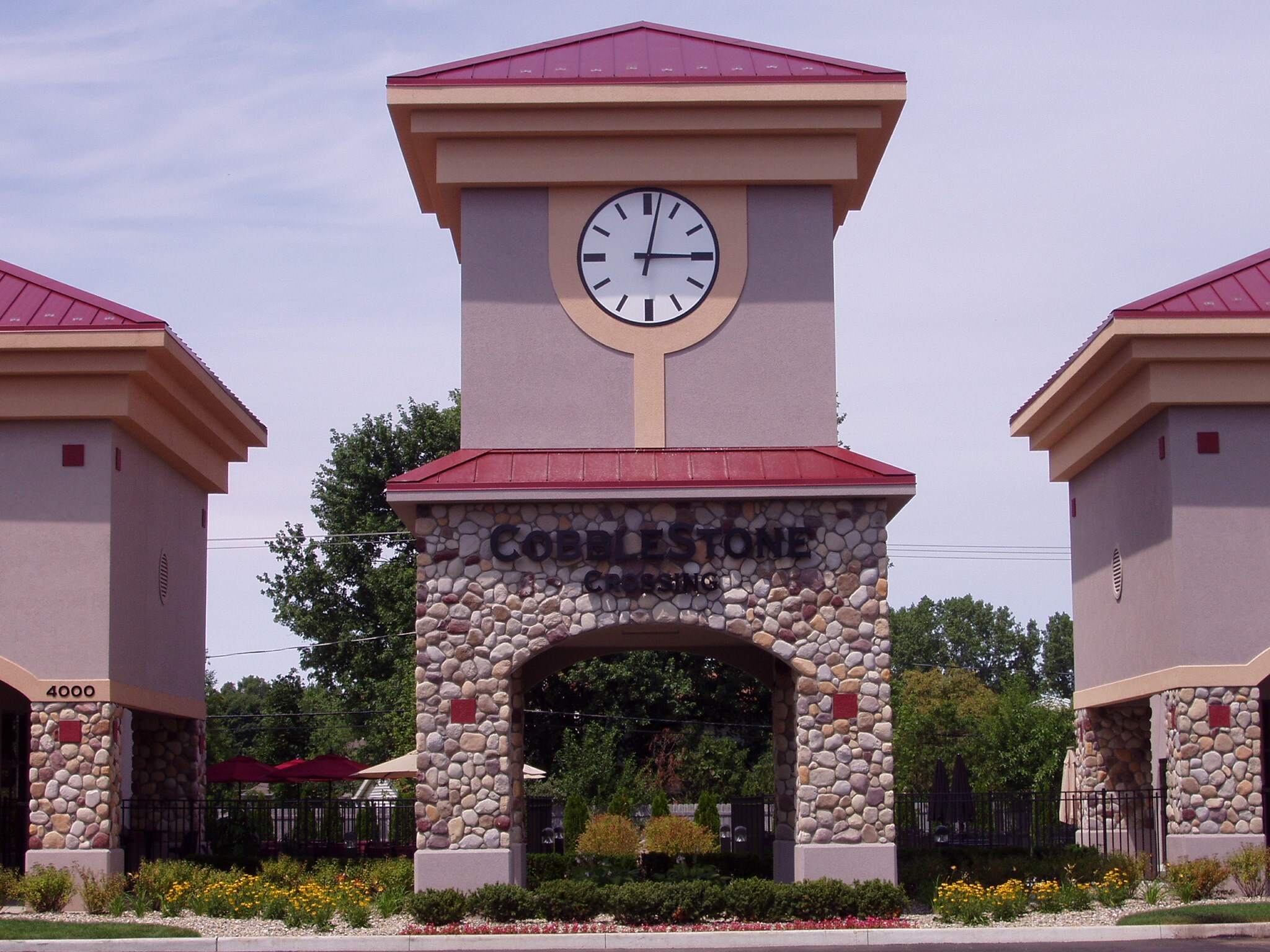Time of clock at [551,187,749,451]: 3:02
